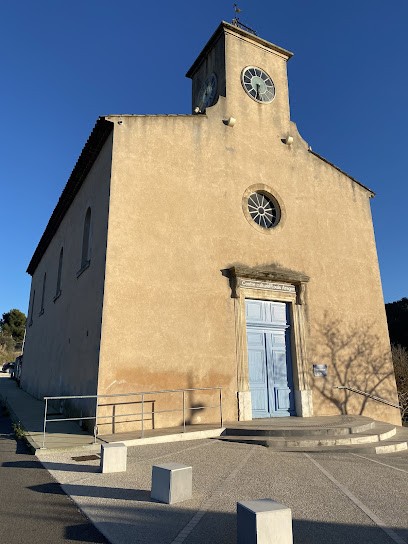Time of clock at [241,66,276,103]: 6:32
